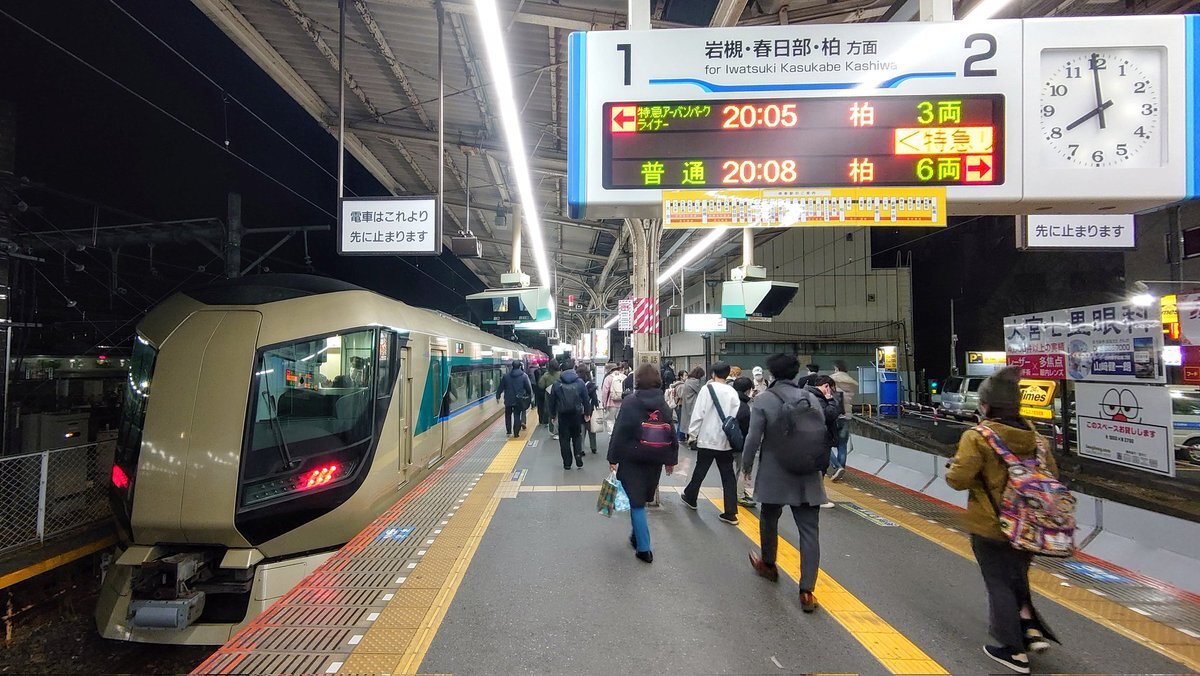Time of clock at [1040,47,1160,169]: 7:59
